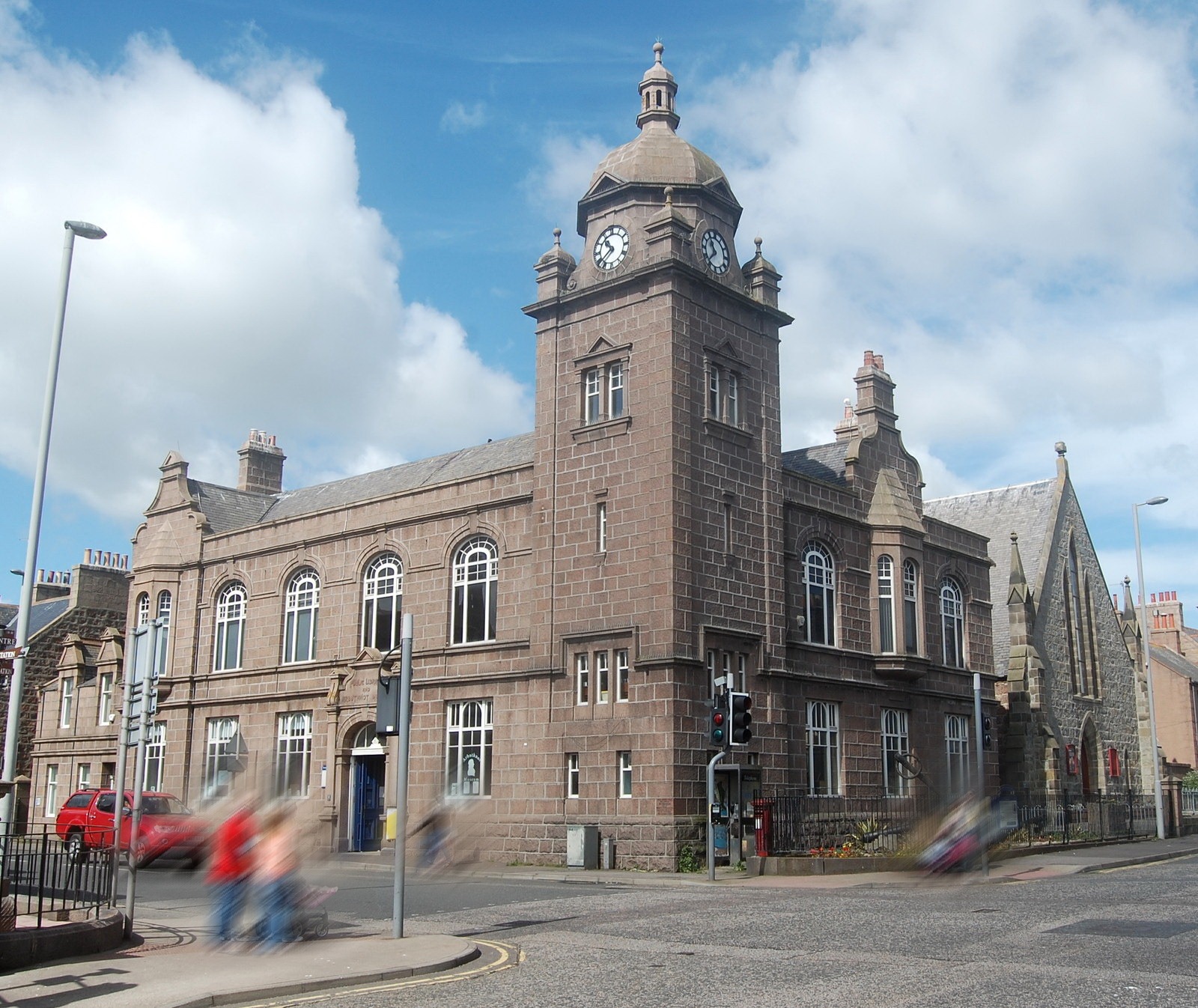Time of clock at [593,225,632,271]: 10:39
